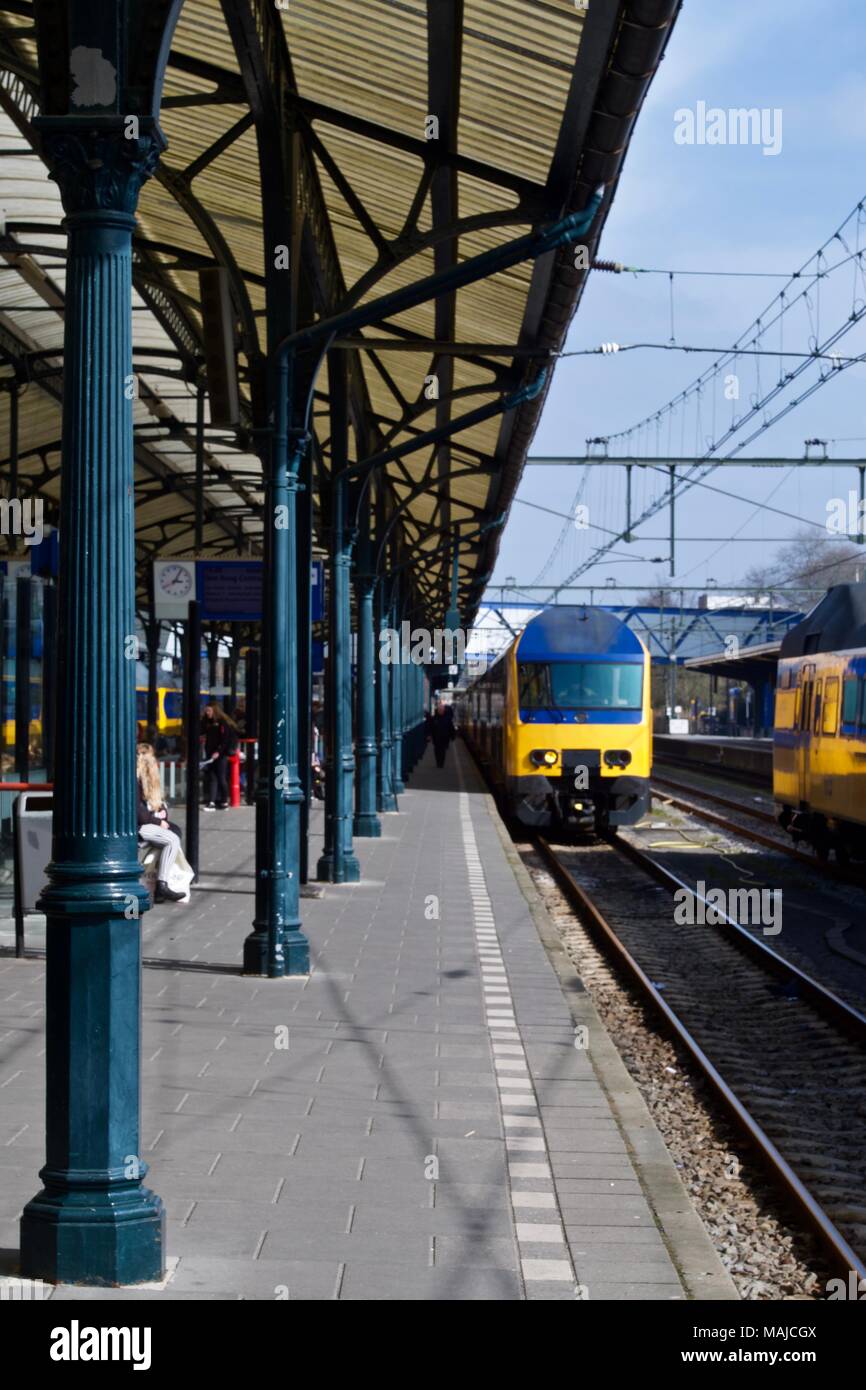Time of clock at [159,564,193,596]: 3:04
